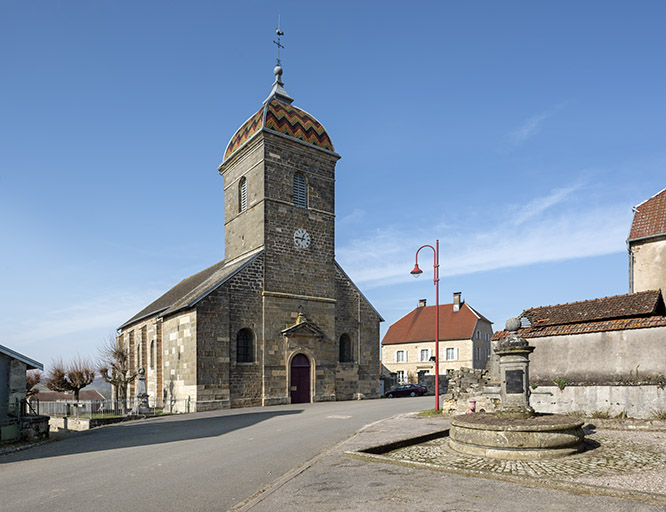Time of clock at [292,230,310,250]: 12:46
